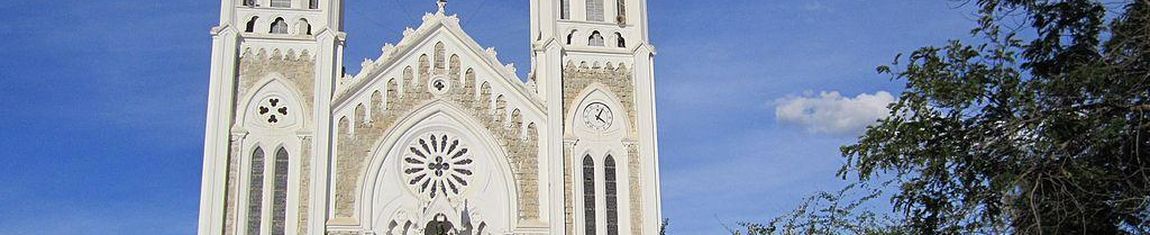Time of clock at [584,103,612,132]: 4:04
